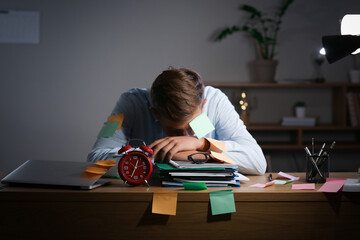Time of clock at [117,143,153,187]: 12:34
